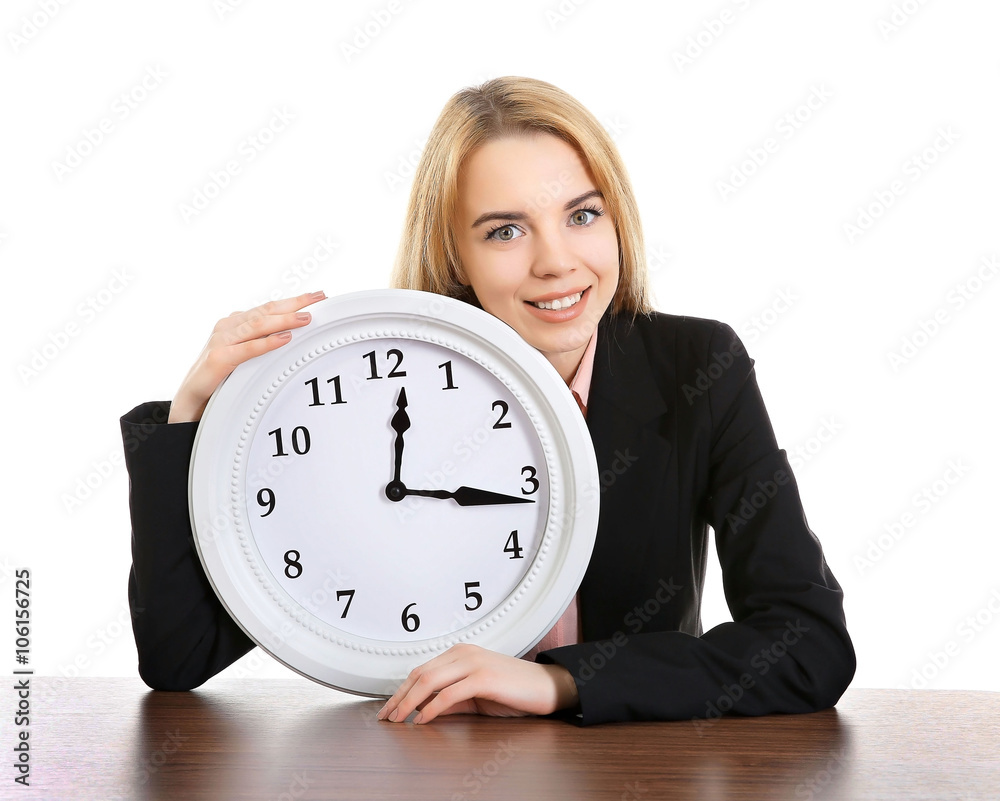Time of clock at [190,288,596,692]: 12:16
